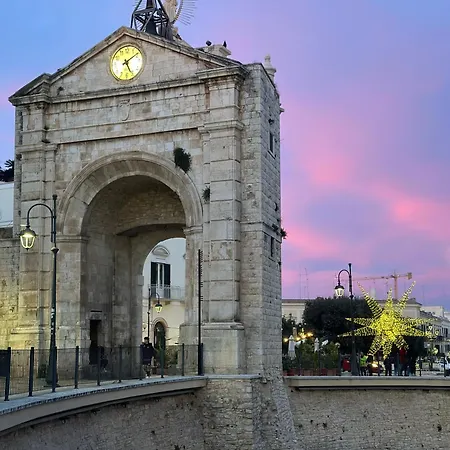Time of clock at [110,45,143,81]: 5:09
